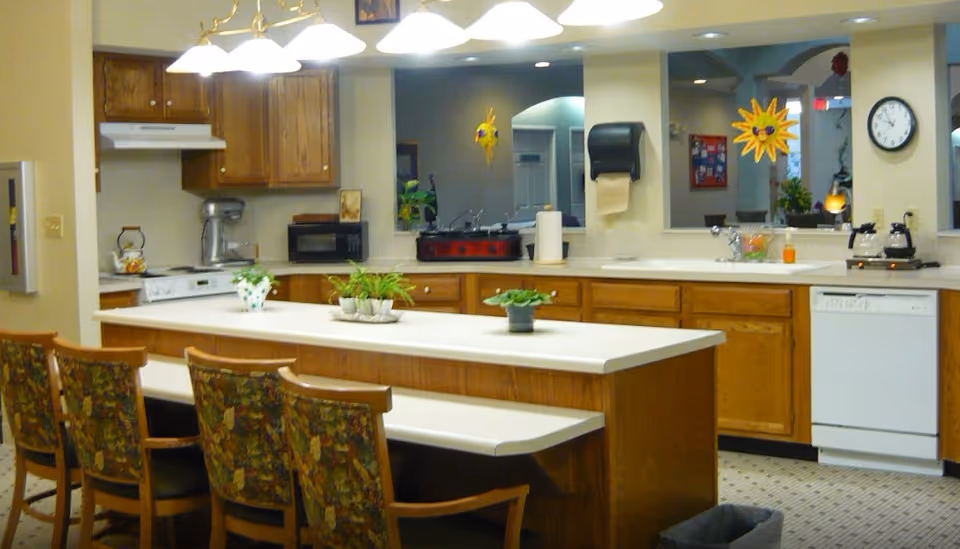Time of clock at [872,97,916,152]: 9:55
